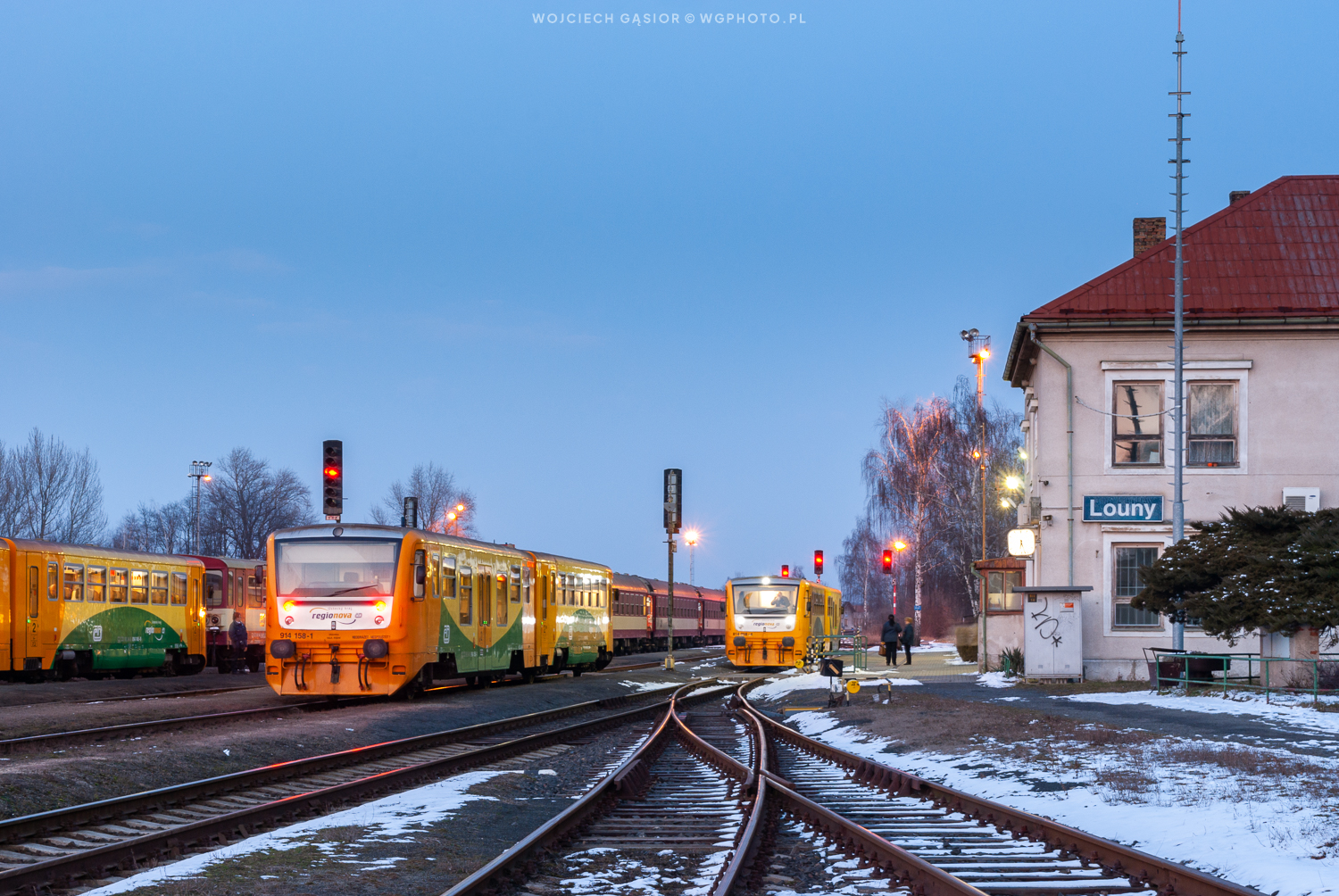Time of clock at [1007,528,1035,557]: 6:27
